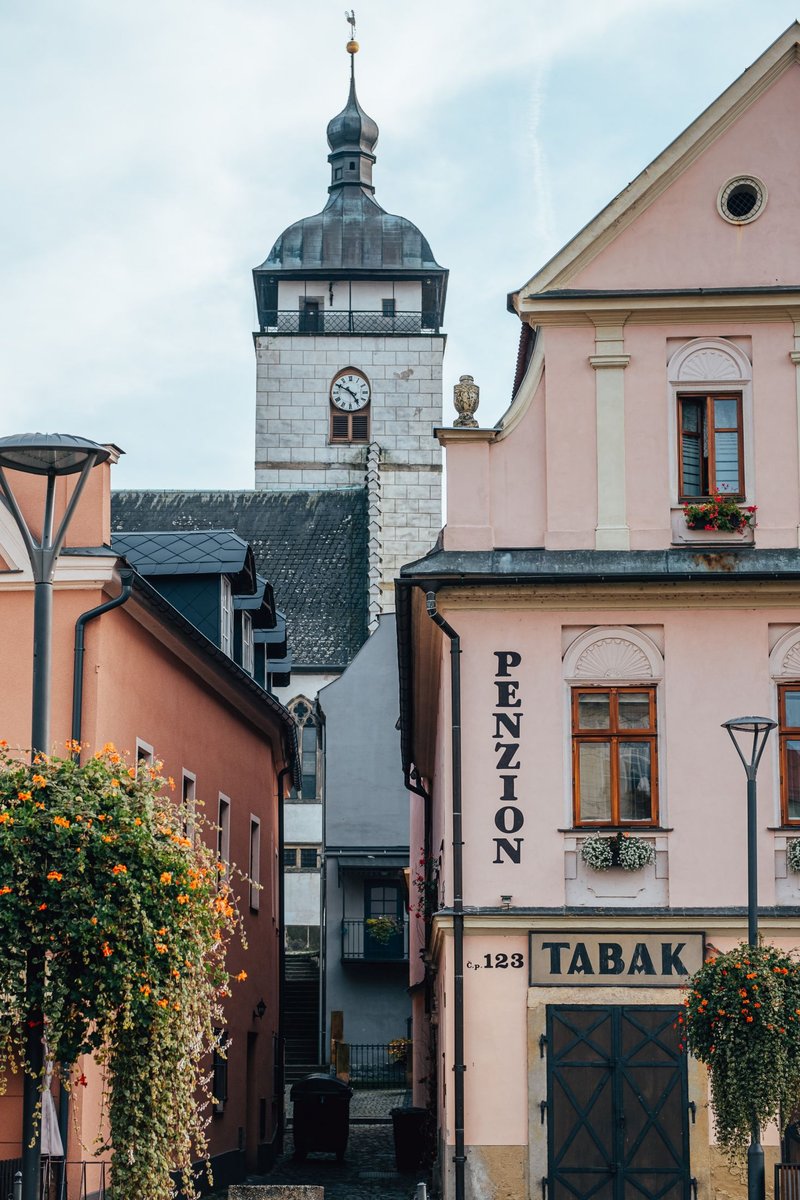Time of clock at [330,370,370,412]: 4:49
